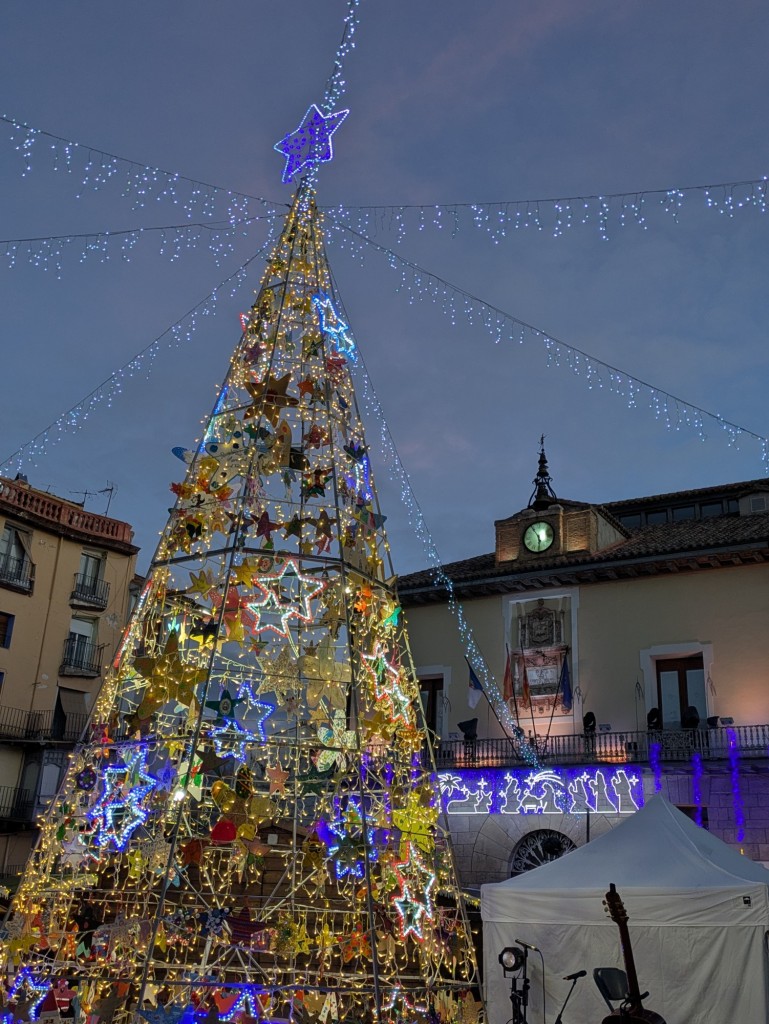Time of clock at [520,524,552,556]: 5:54
